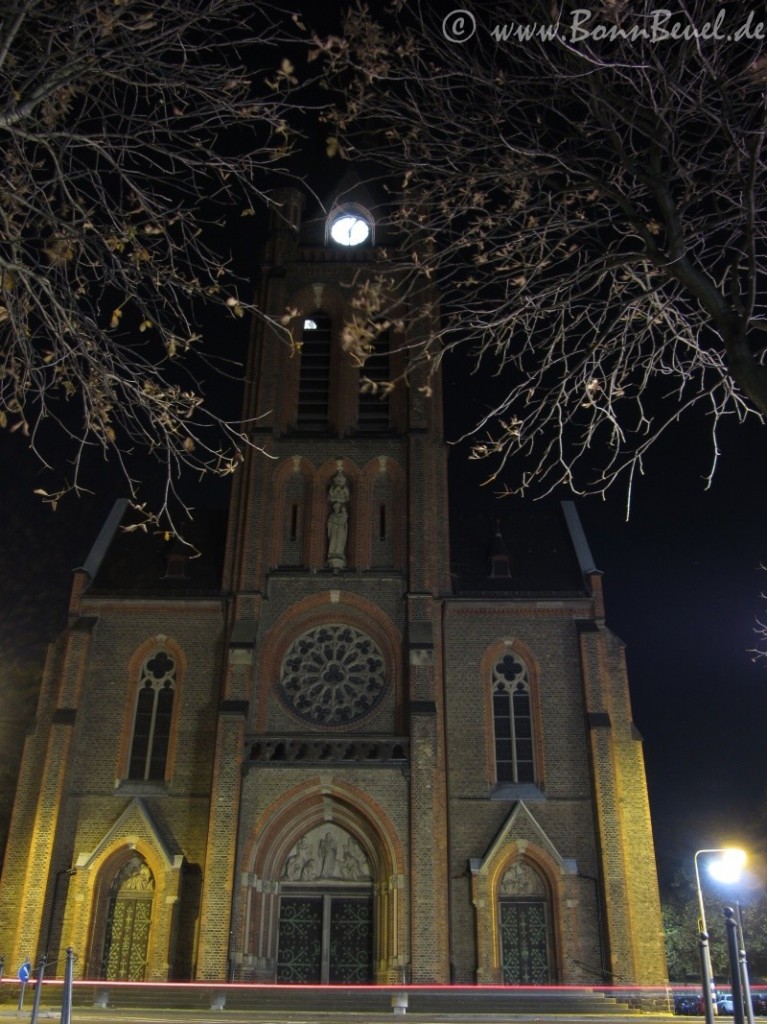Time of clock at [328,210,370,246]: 6:05
